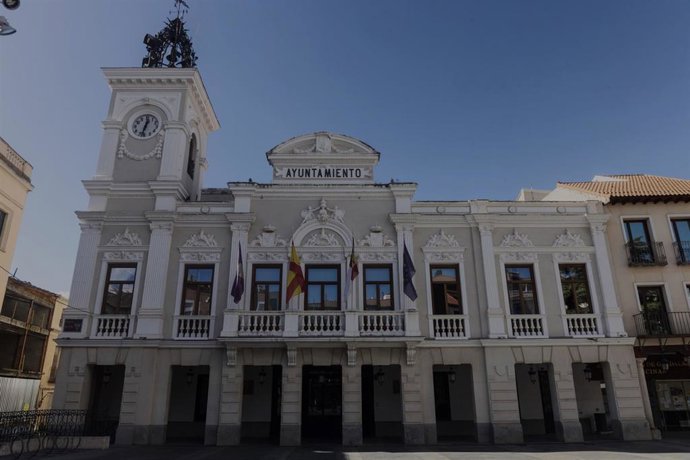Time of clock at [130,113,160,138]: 12:32
